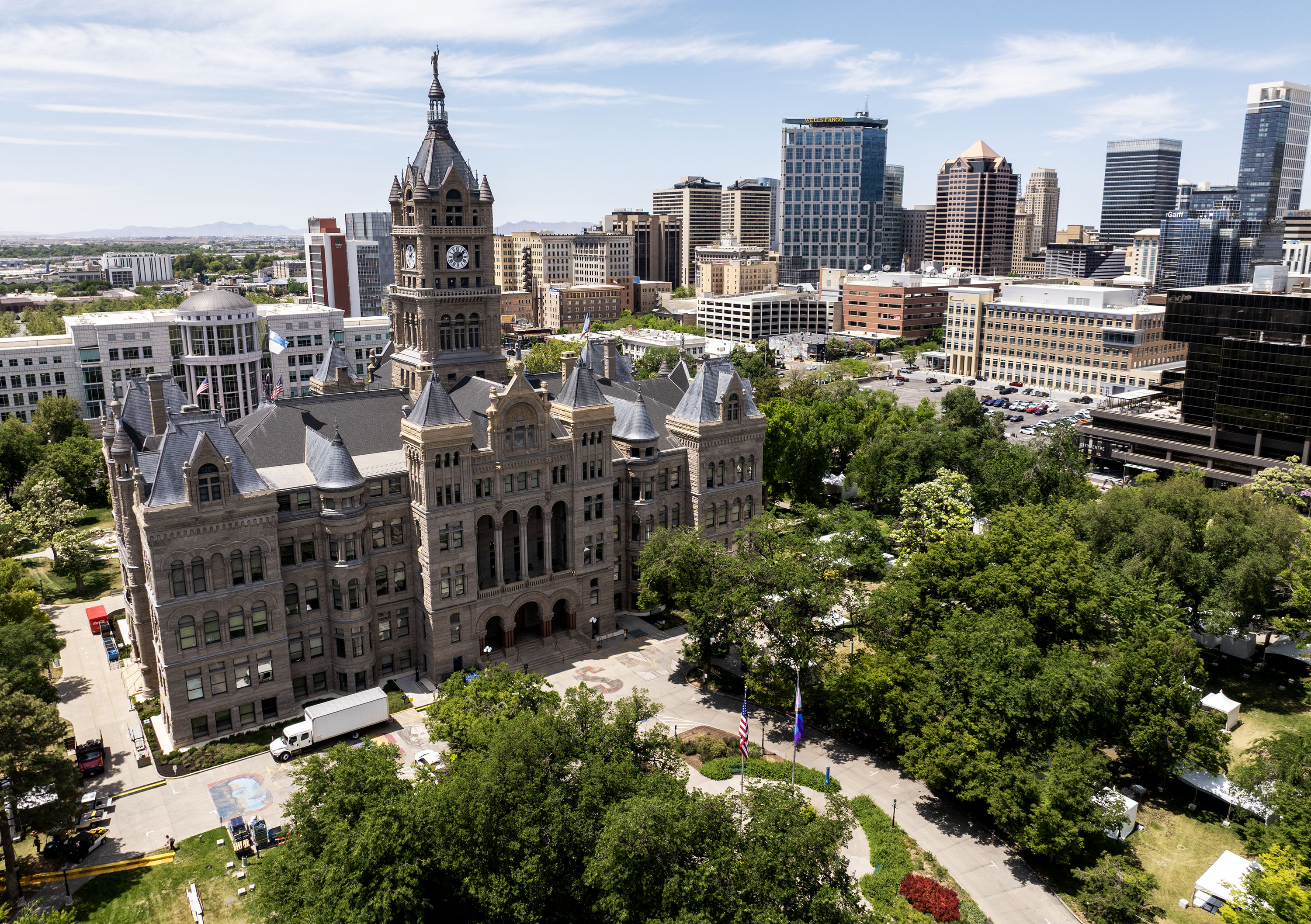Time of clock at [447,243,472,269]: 2:08
